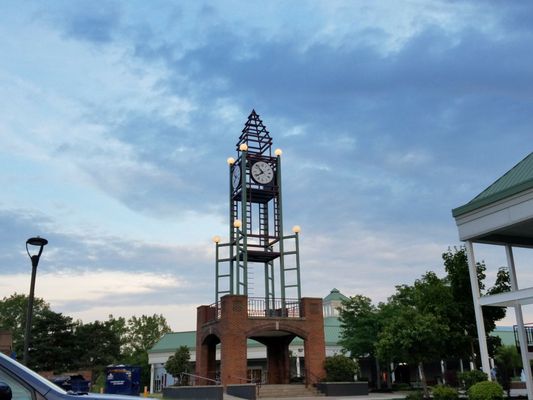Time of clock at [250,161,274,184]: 7:52
